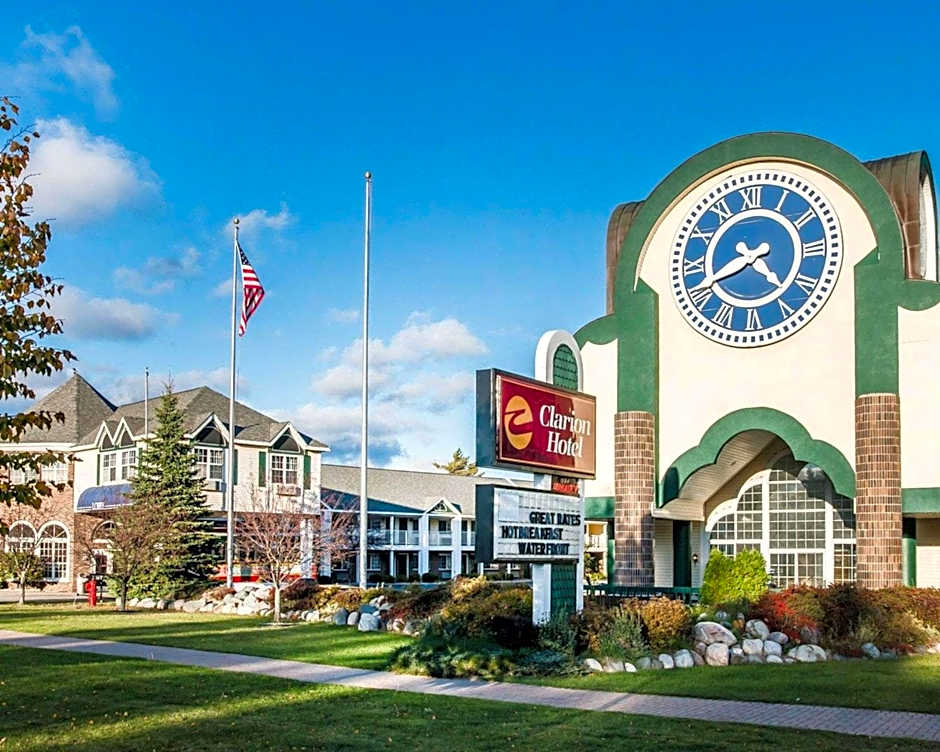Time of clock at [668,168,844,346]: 4:41
